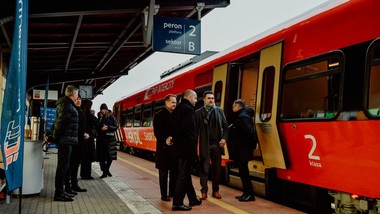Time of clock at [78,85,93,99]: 10:28
